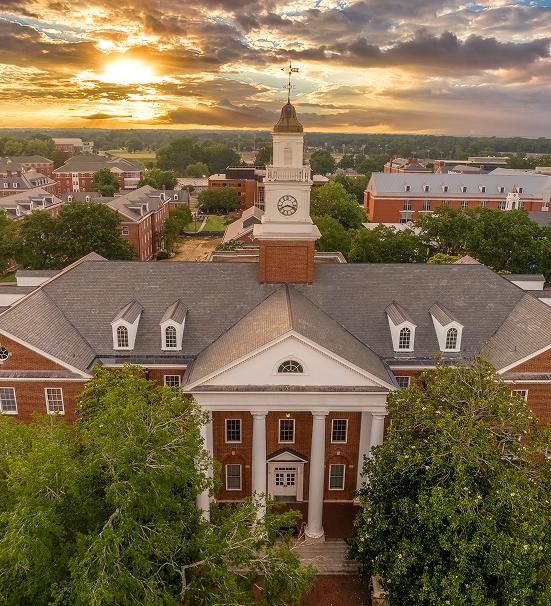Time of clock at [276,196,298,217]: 8:17
